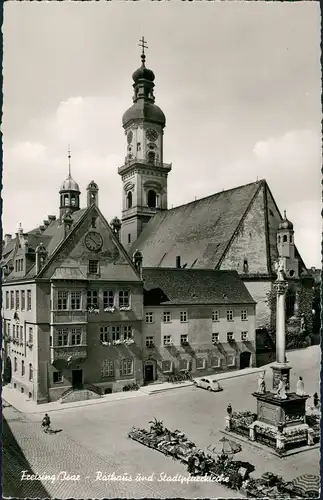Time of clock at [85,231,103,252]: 10:22
